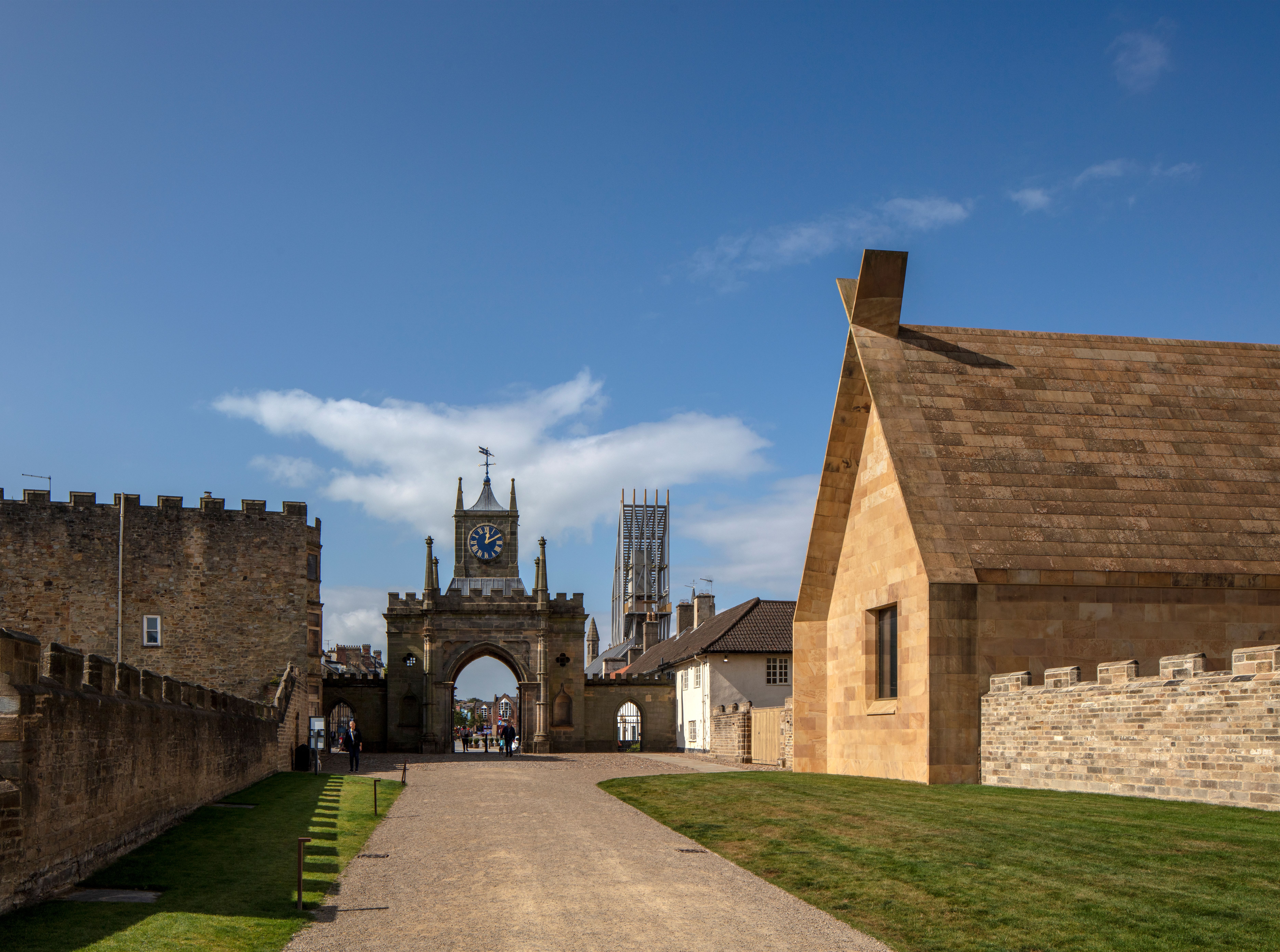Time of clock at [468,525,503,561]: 12:10
